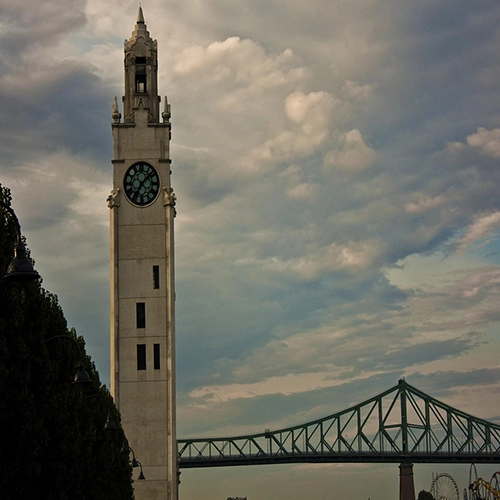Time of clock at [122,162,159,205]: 7:07
